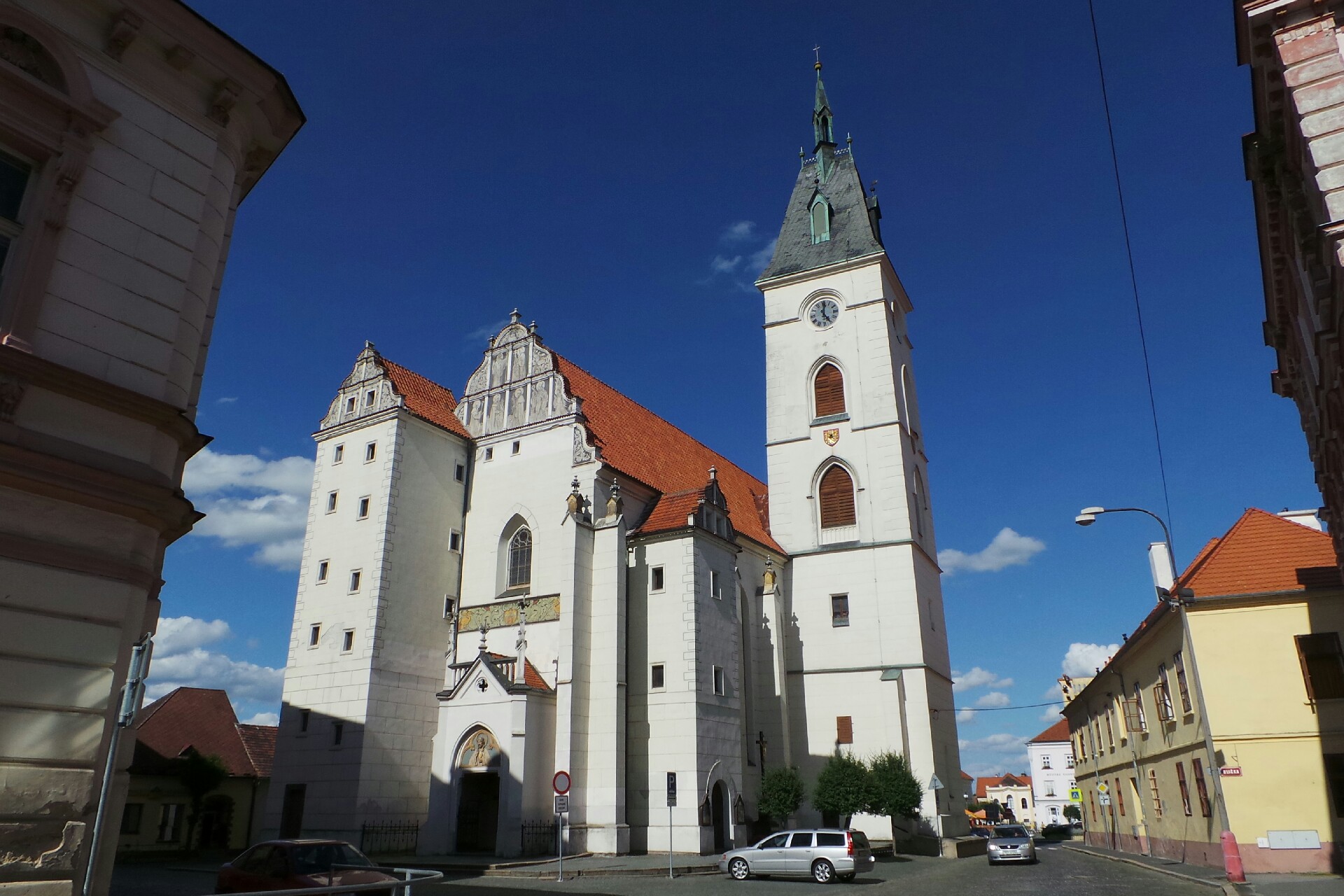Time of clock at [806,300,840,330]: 5:01
